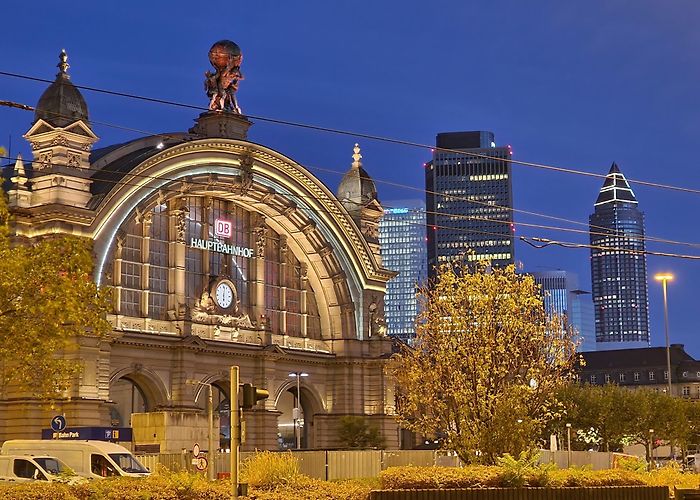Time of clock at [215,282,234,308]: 6:02
